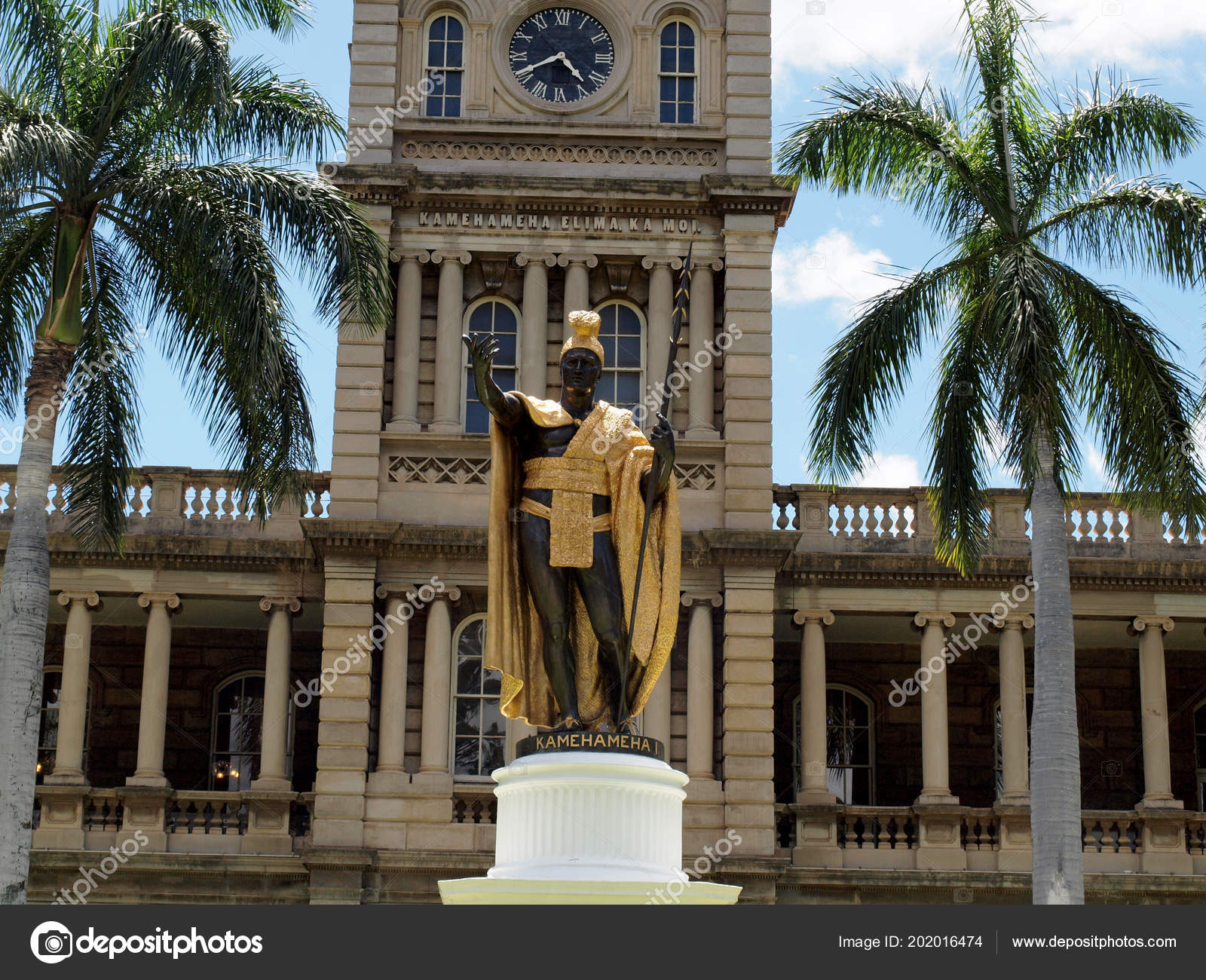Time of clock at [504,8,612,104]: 4:40
